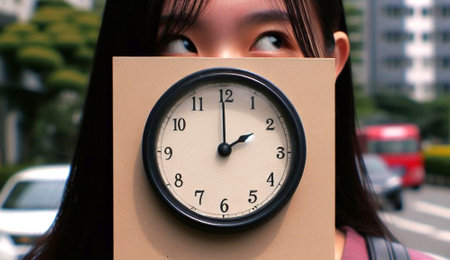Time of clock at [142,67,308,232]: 1:59
